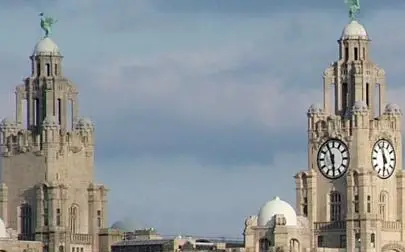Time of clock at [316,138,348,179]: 5:55
